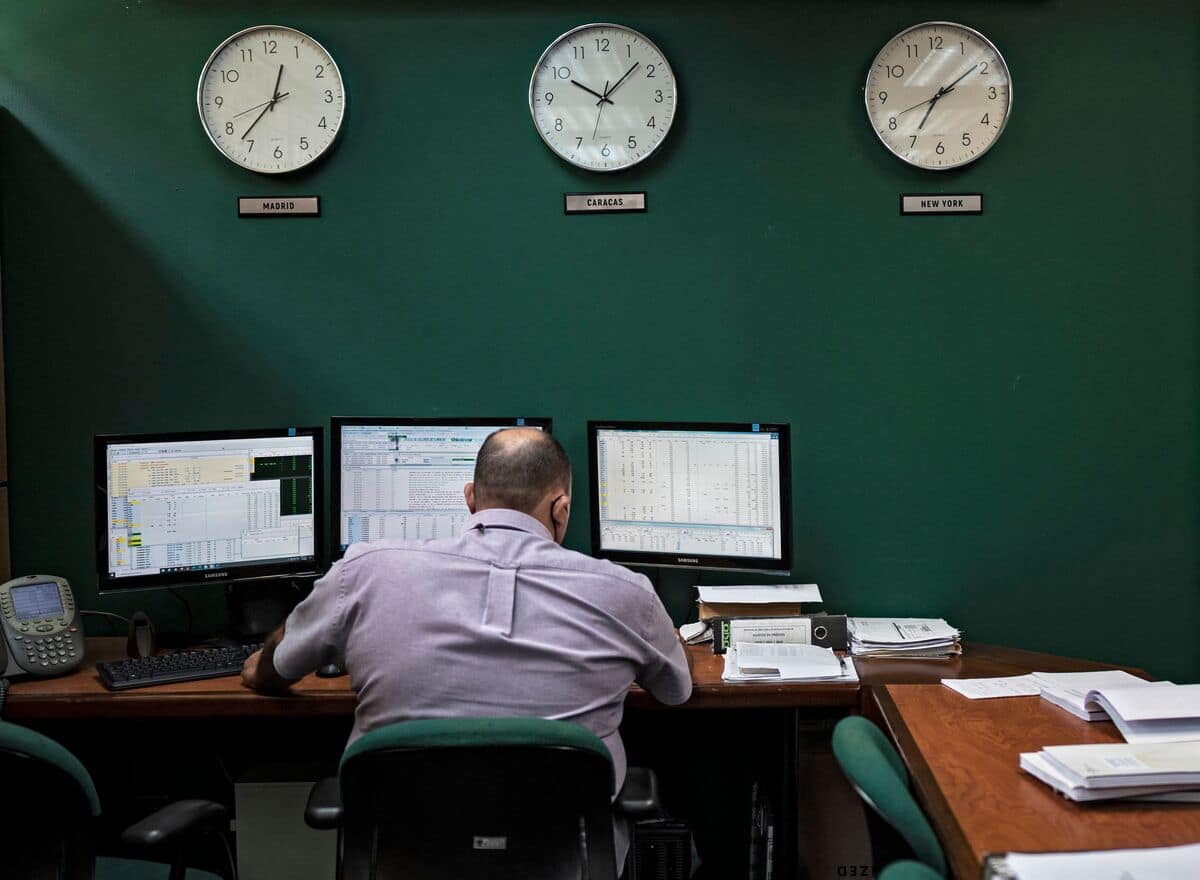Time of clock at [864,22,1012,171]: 7:09
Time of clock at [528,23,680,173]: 10:07
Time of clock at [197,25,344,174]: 12:37
